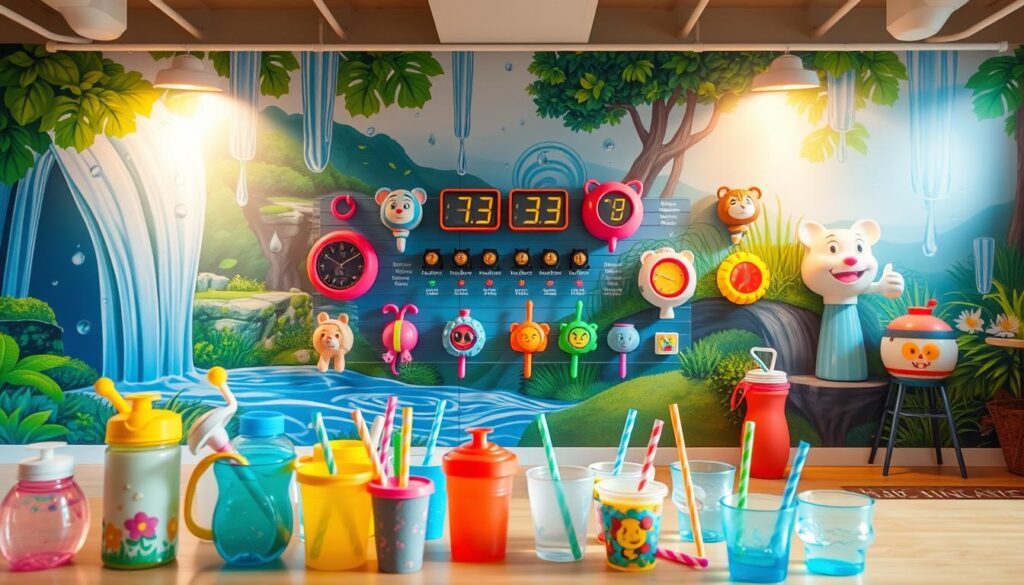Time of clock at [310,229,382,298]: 10:09
